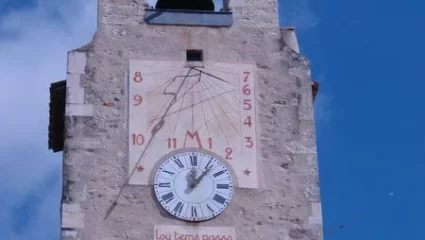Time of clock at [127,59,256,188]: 12:07
